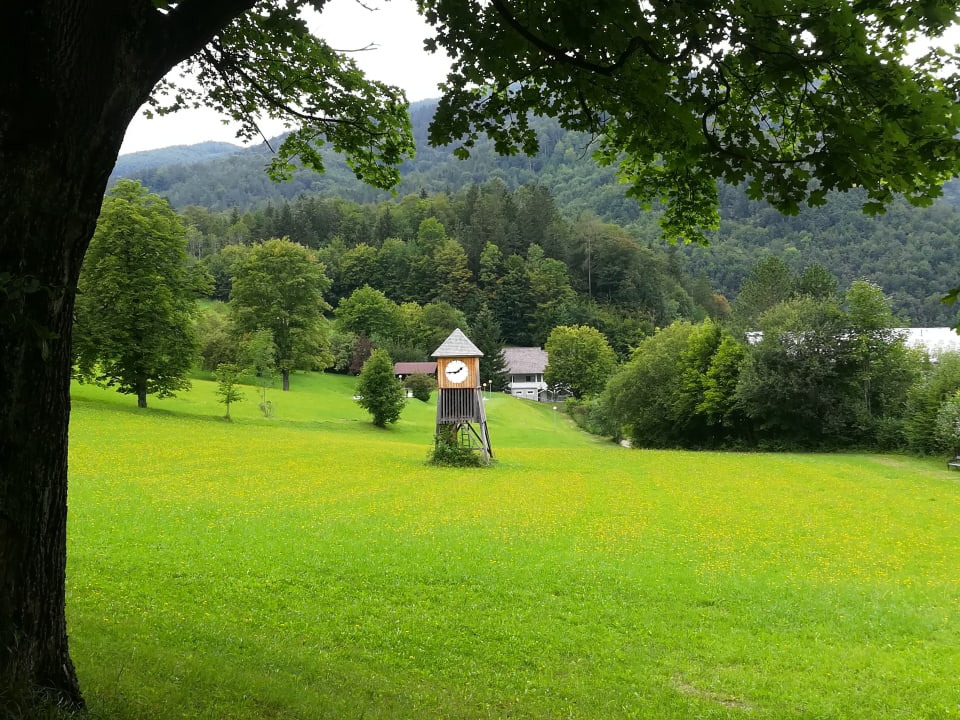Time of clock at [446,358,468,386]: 1:44
